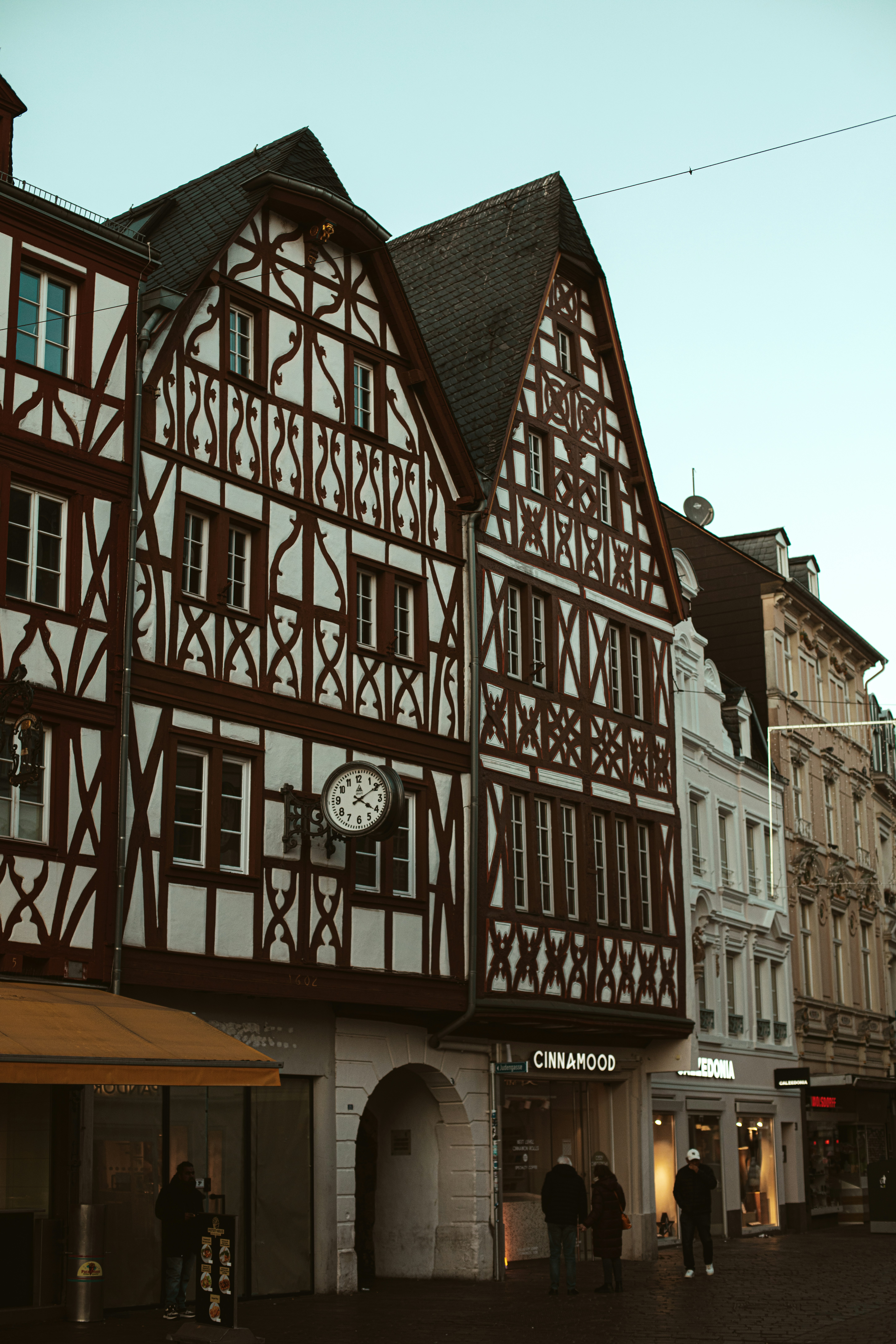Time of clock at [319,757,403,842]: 4:09
